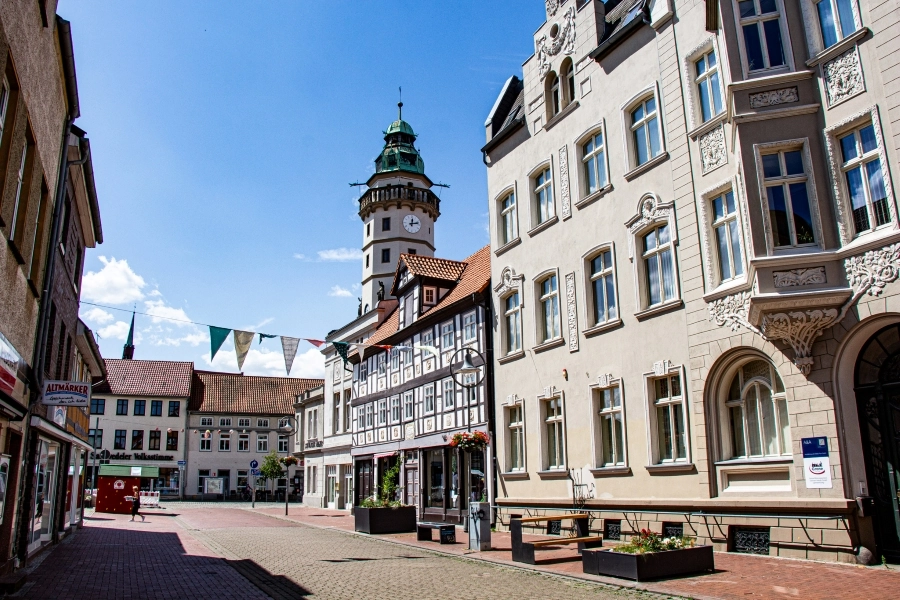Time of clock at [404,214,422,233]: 12:12
